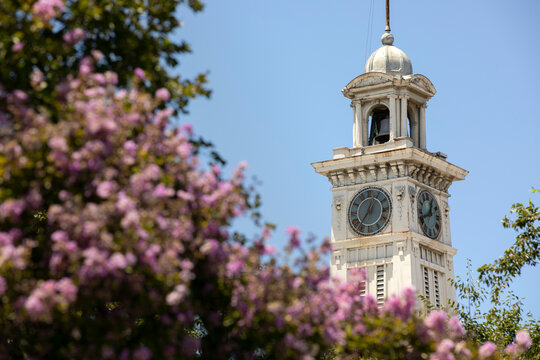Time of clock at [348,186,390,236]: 12:36
